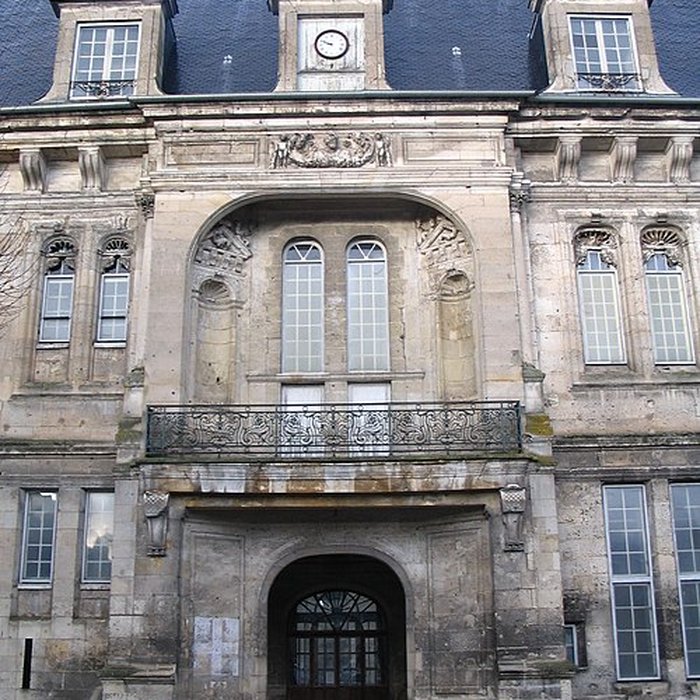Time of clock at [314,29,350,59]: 9:49
